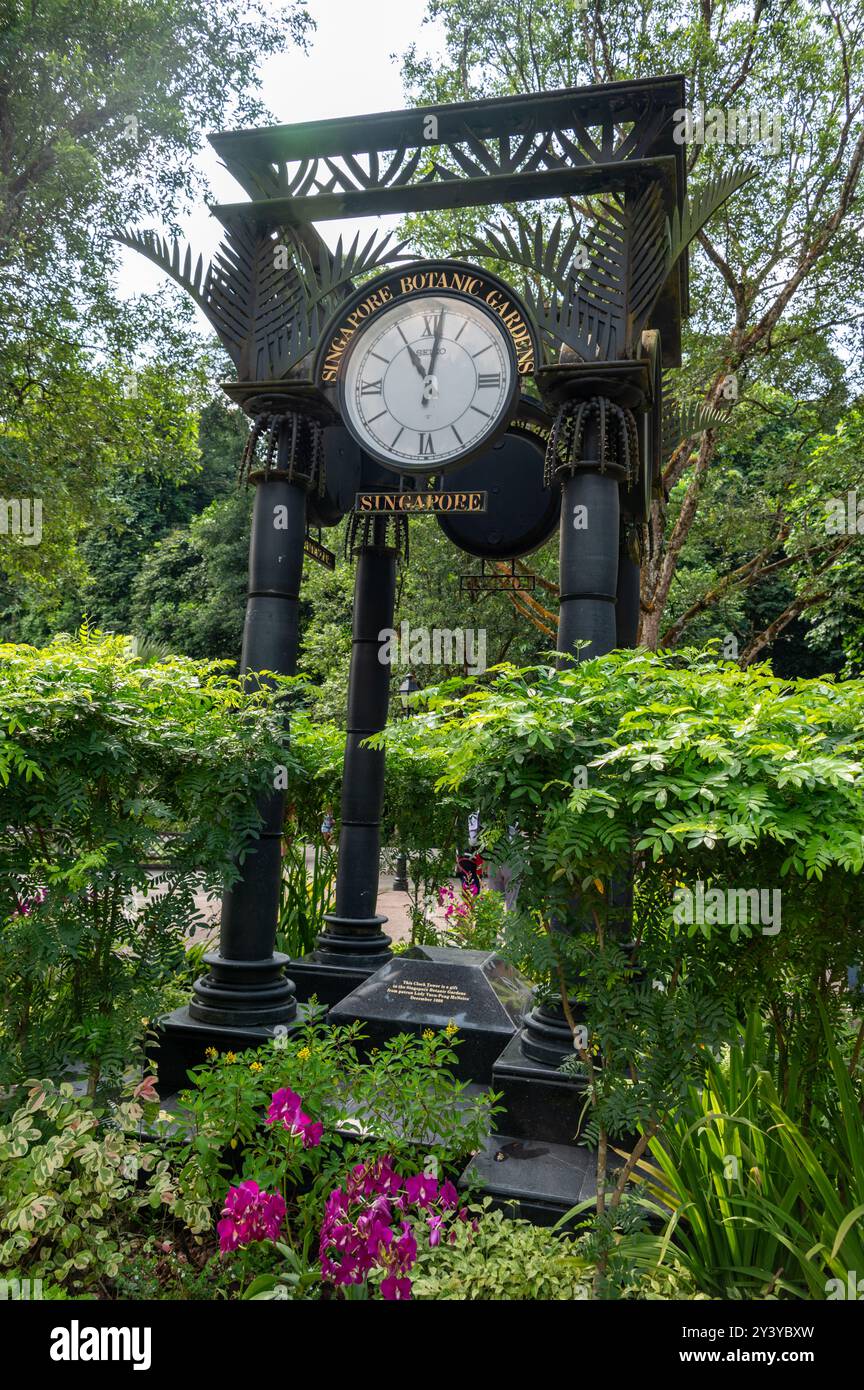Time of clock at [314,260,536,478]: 11:01
